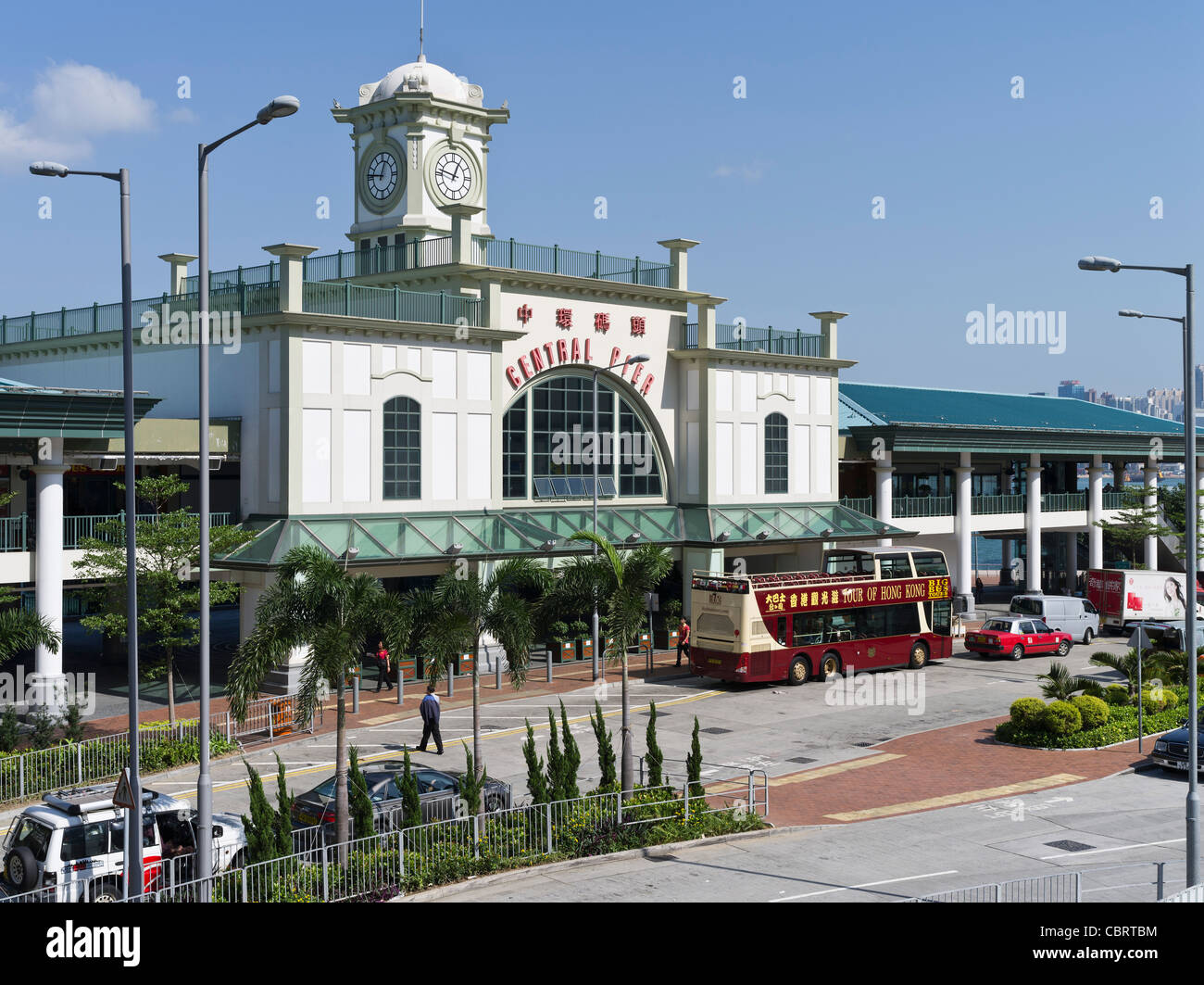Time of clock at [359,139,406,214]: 12:46
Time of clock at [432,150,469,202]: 12:47
